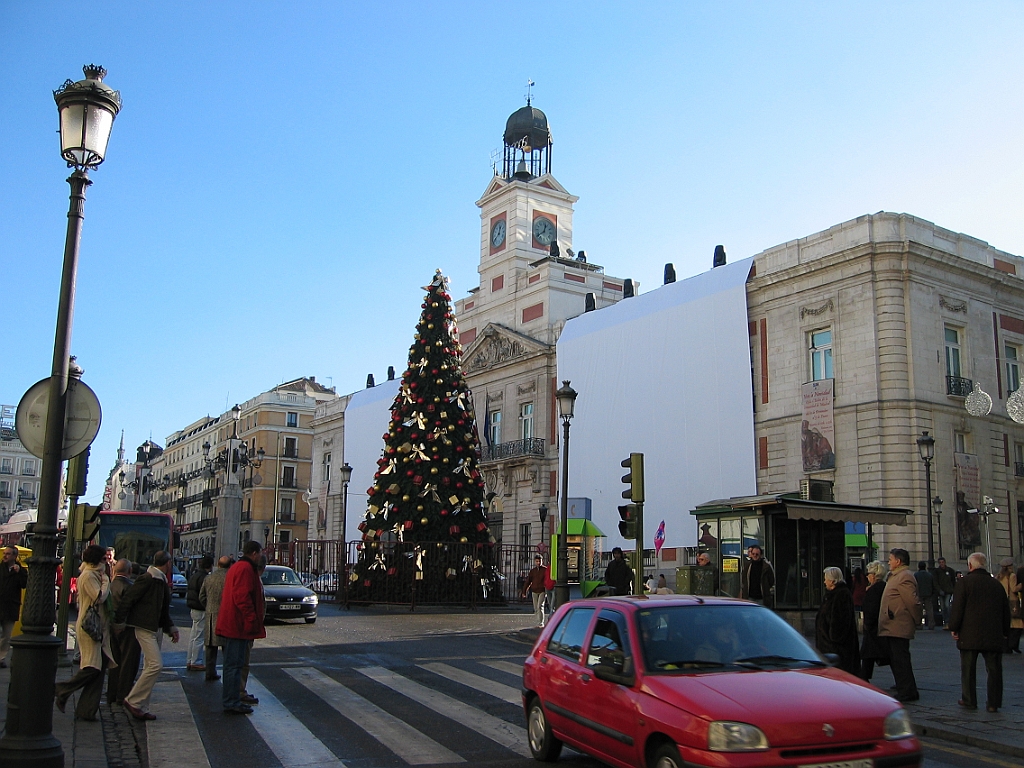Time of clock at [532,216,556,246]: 12:38
